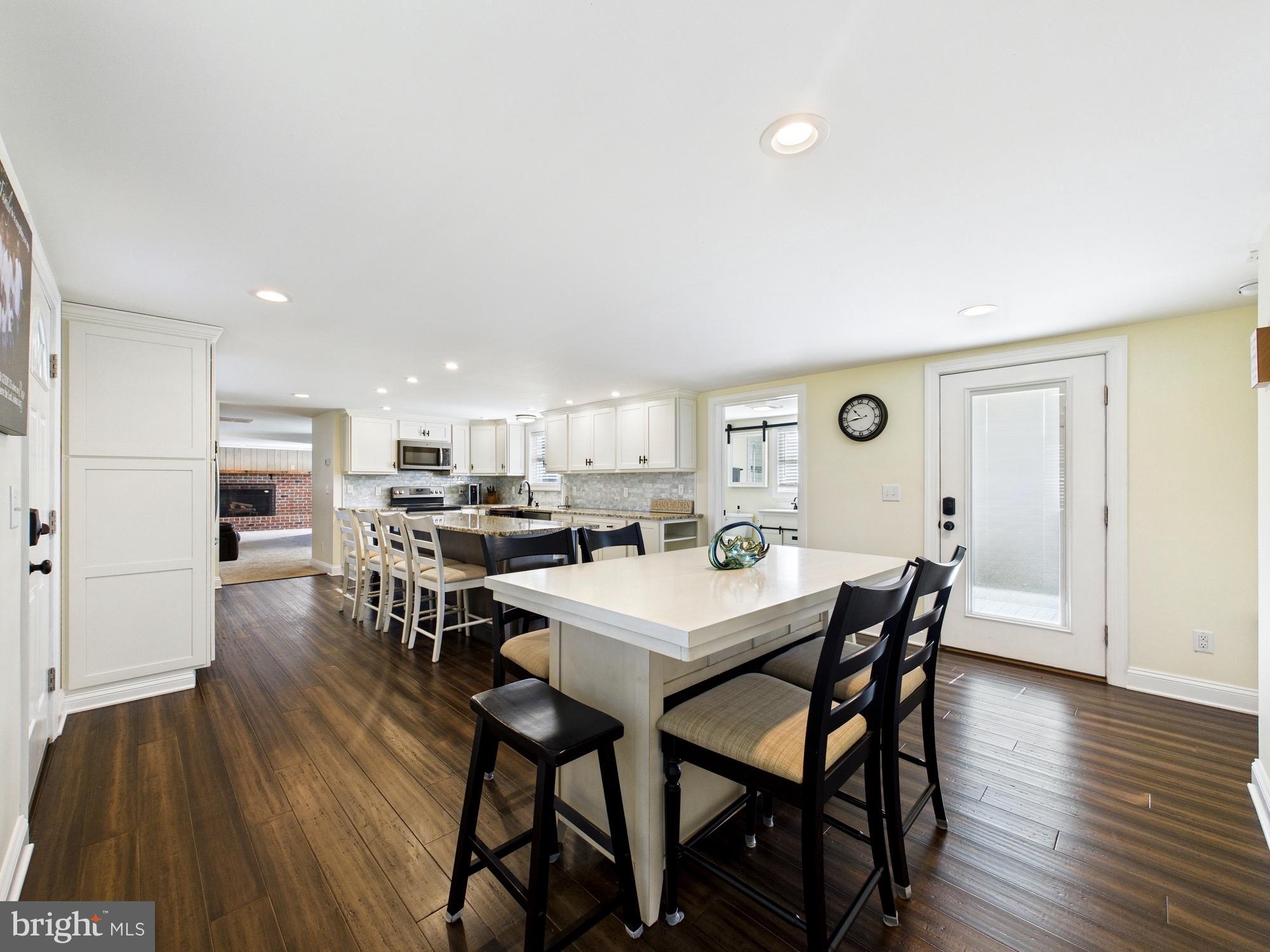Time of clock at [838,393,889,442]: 10:42
